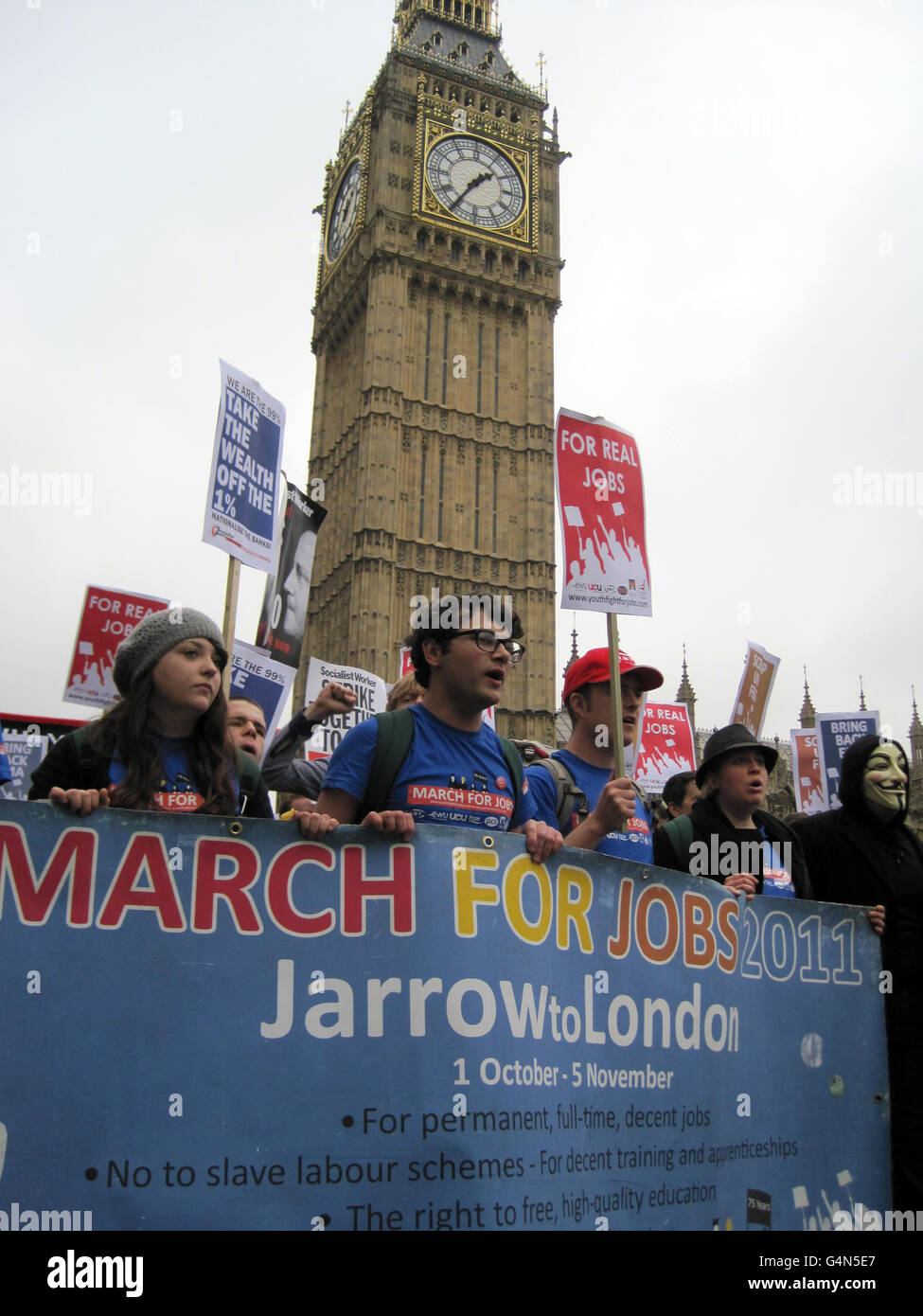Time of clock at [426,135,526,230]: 1:35
